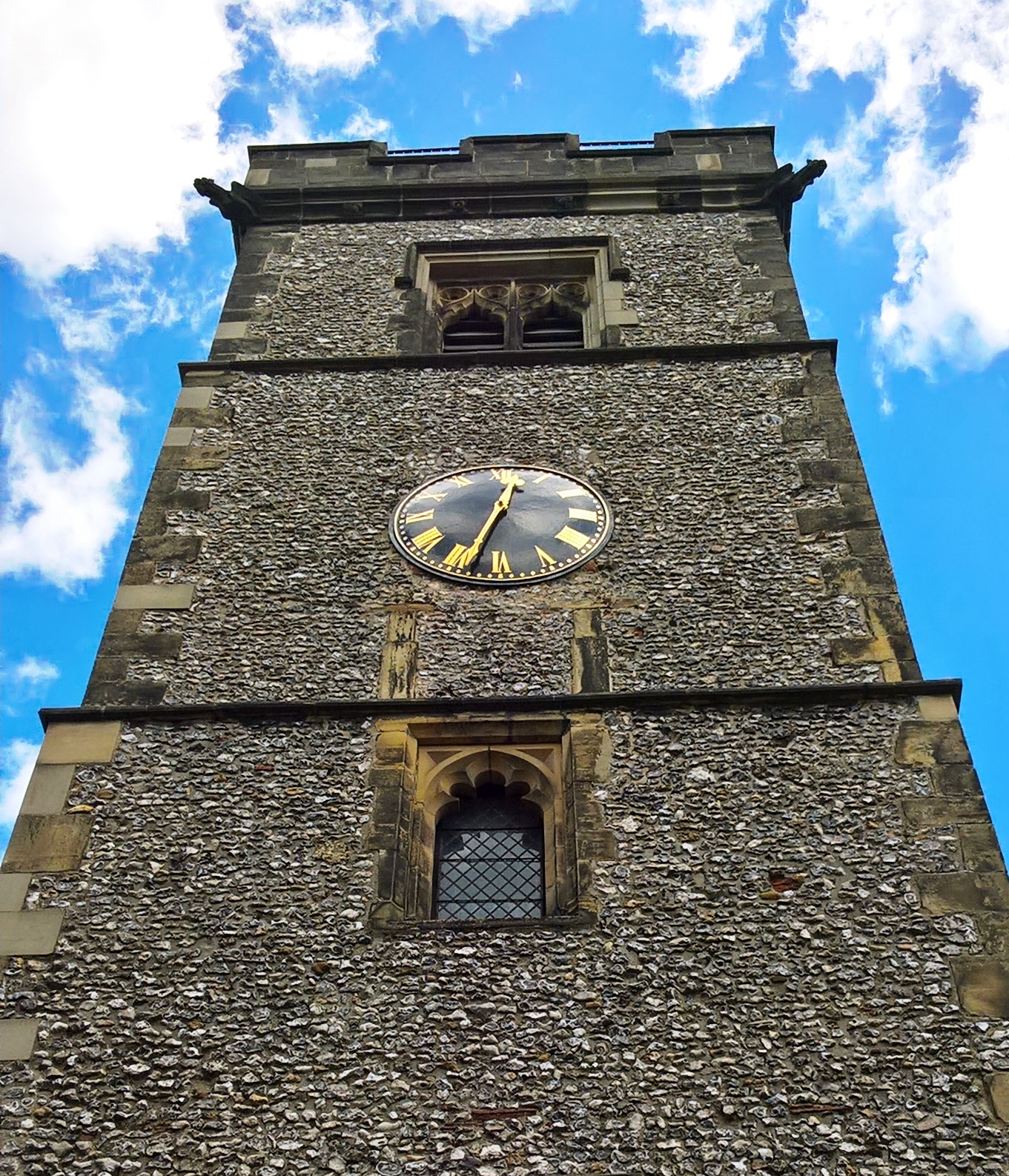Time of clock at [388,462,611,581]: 12:32
